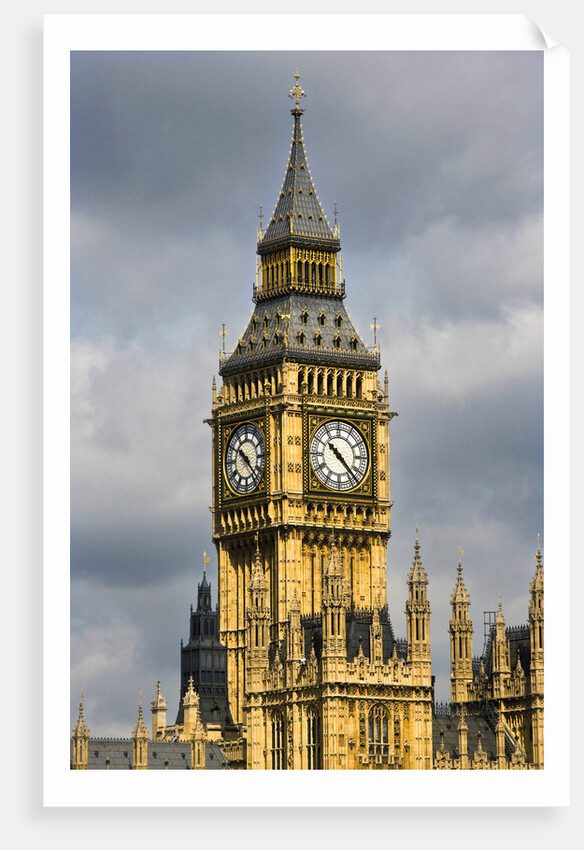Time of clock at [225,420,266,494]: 10:23
